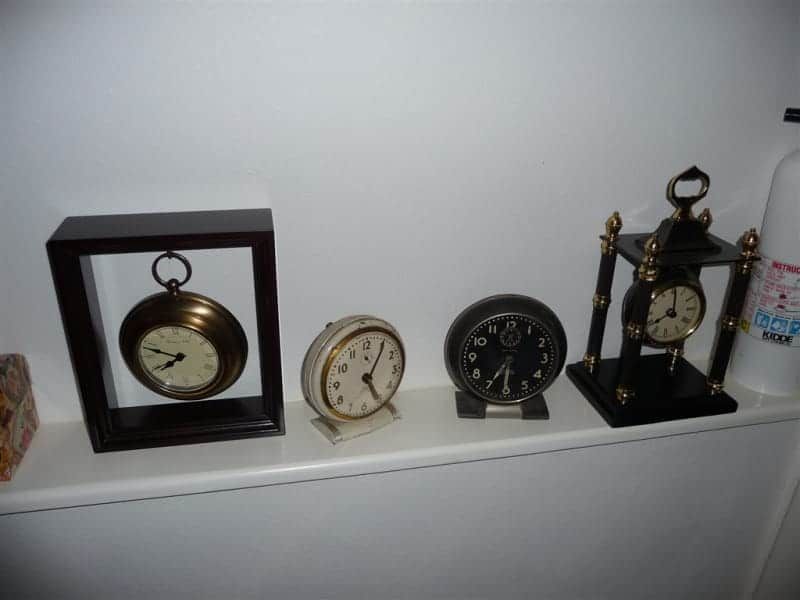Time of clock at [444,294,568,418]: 6:30
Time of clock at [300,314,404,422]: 5:05
